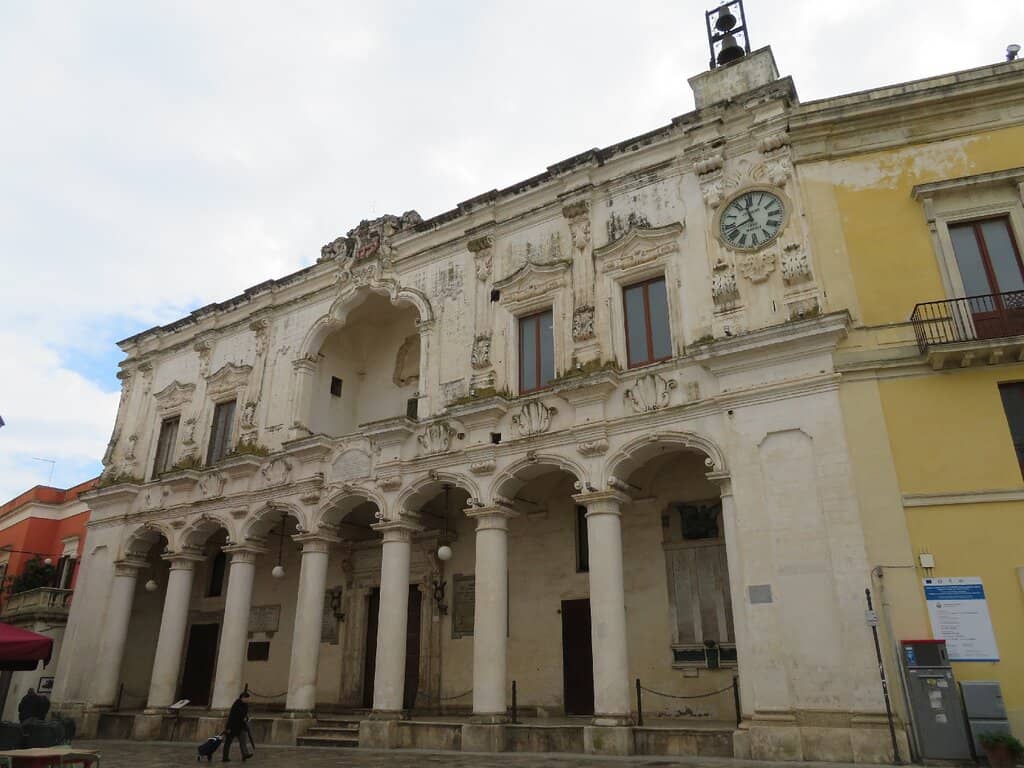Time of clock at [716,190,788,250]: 11:42
